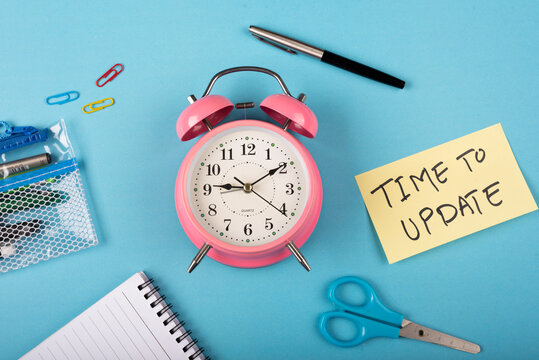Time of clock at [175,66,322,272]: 9:09
